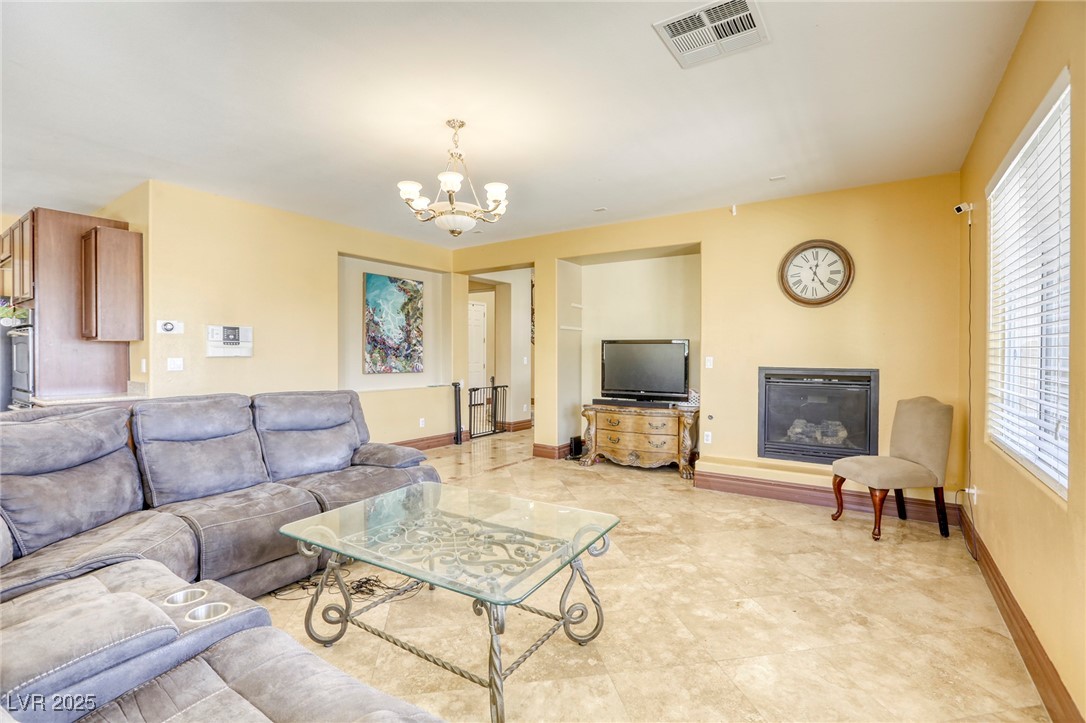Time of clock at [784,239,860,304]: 12:24
